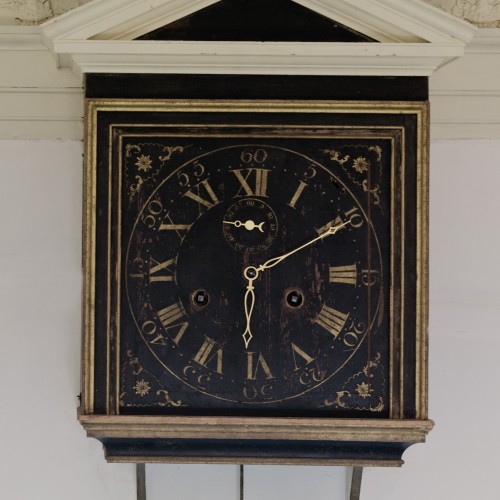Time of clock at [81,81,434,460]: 6:10
